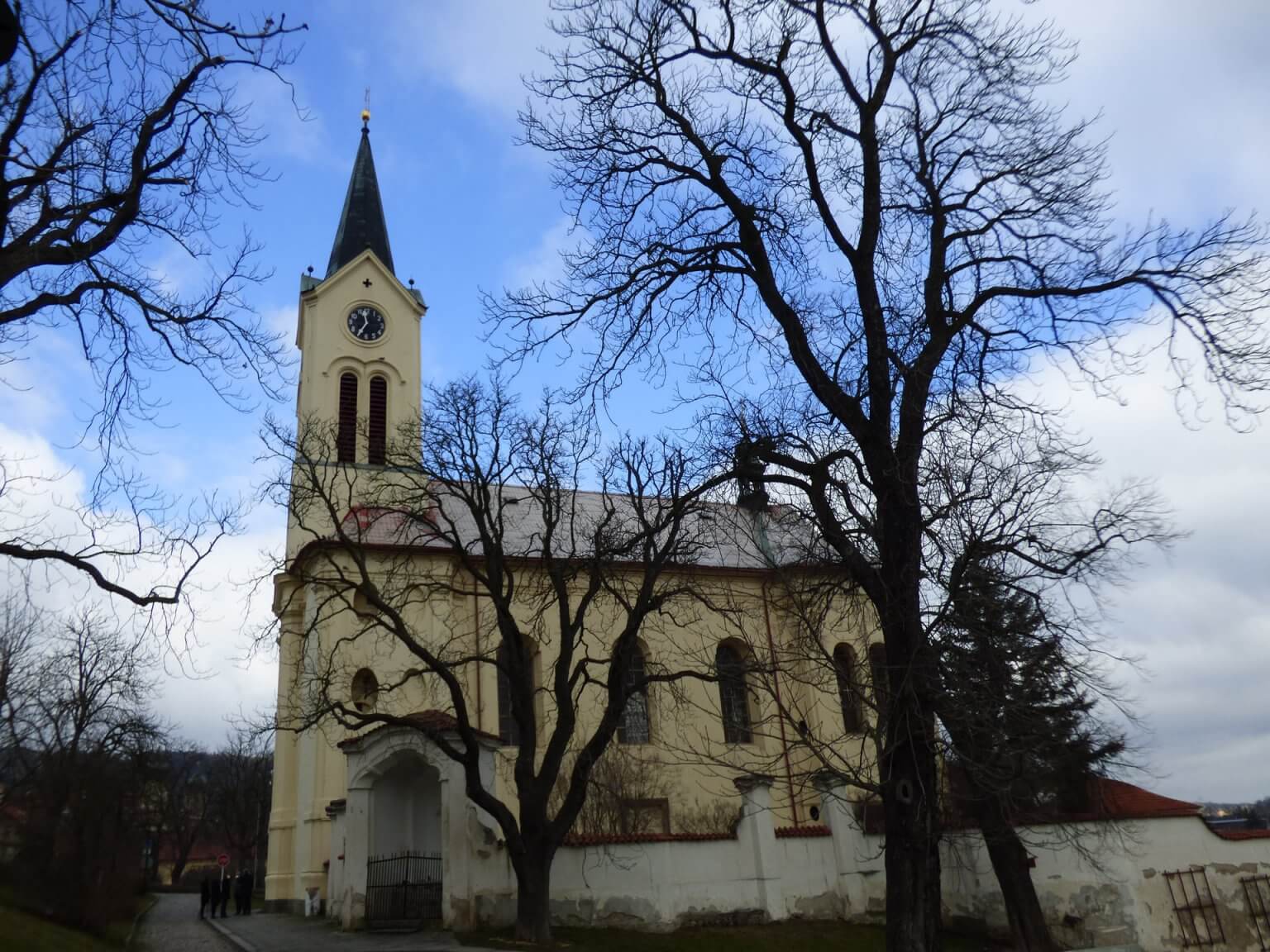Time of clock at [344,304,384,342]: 11:35
